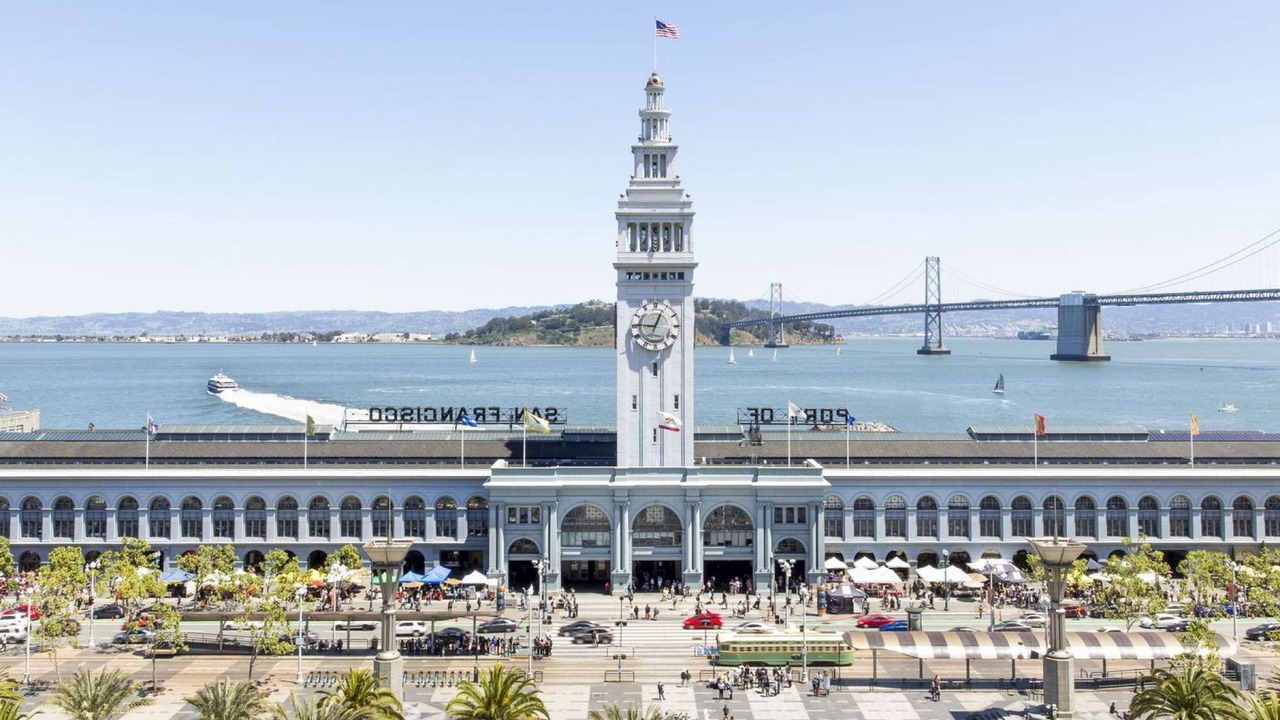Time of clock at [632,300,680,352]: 12:46
